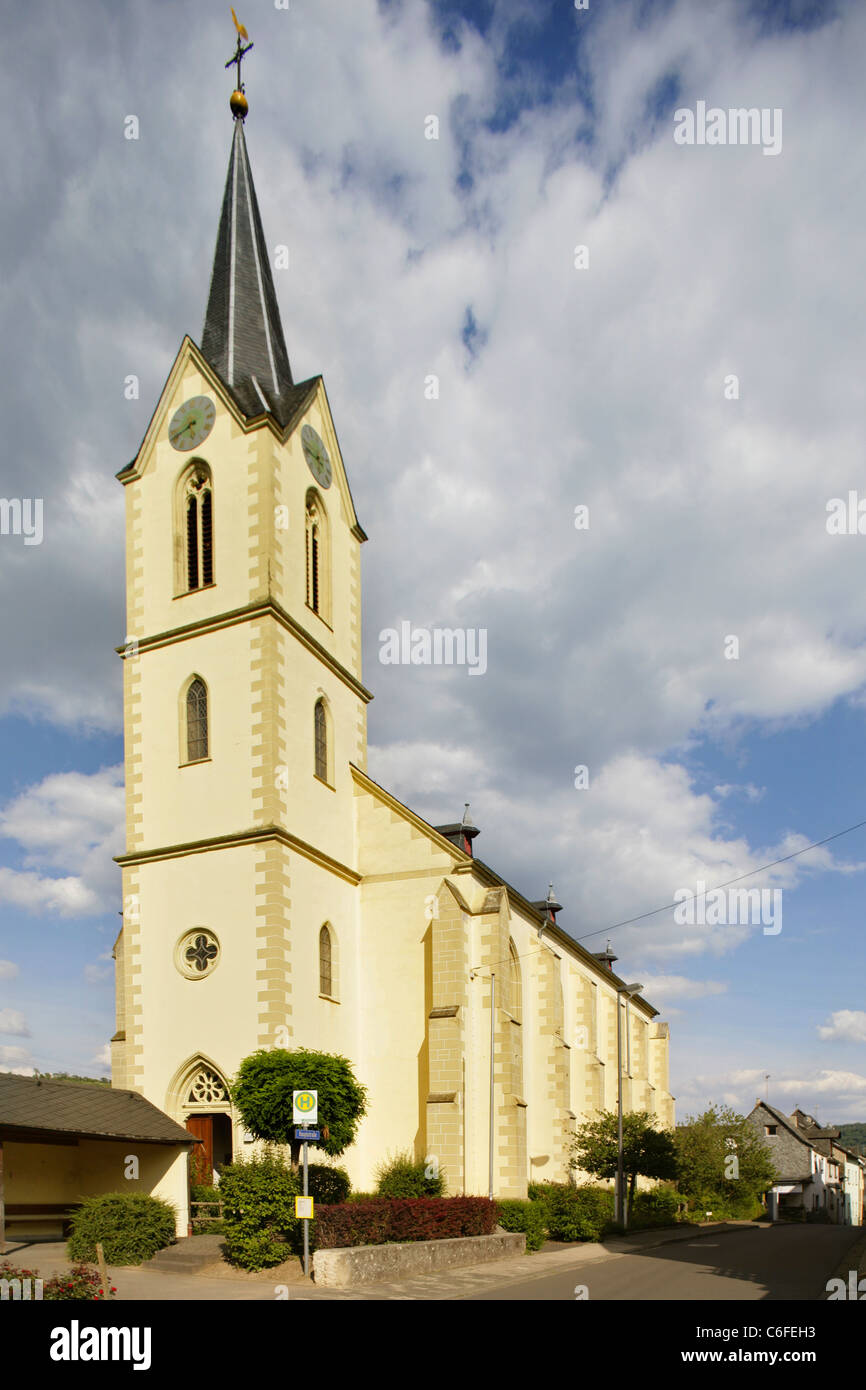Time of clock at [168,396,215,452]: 5:40
